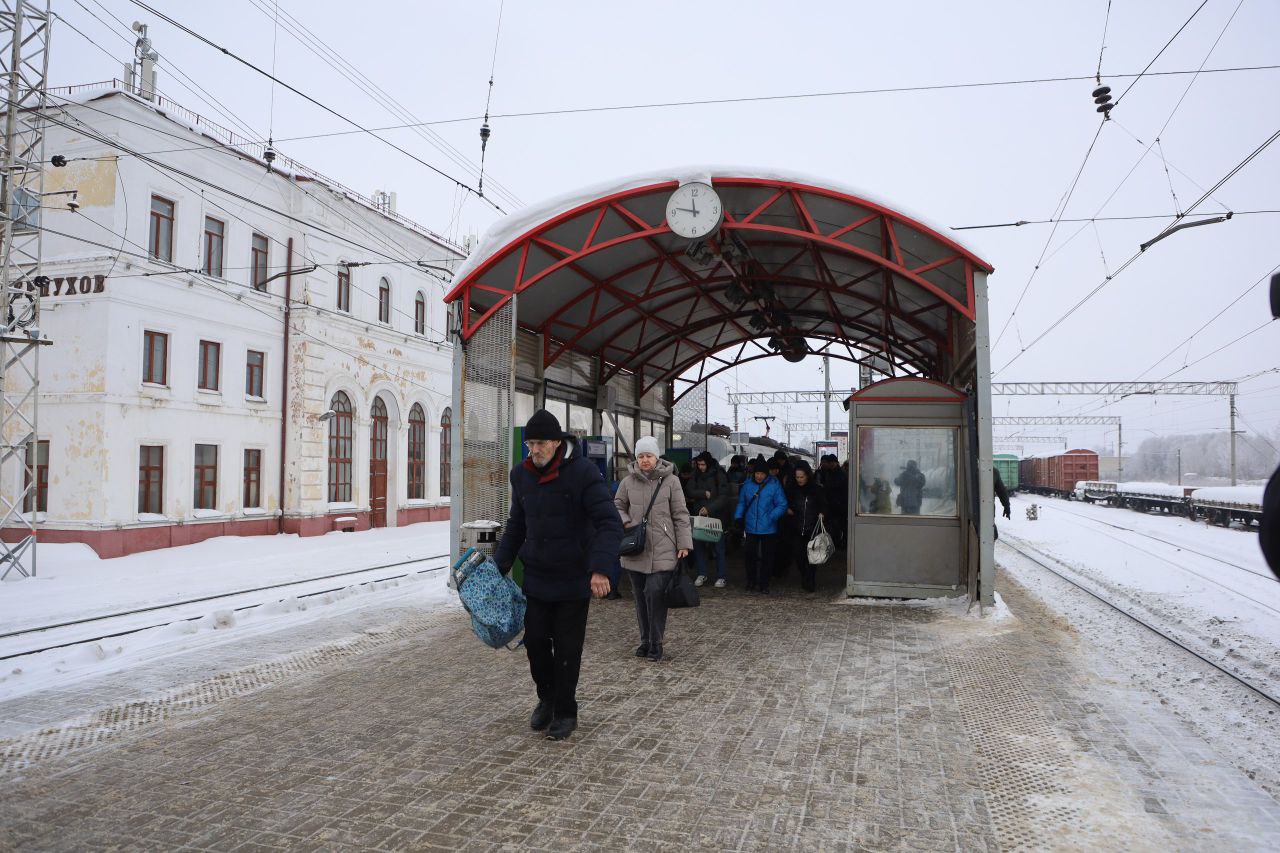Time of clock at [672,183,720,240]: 11:47
